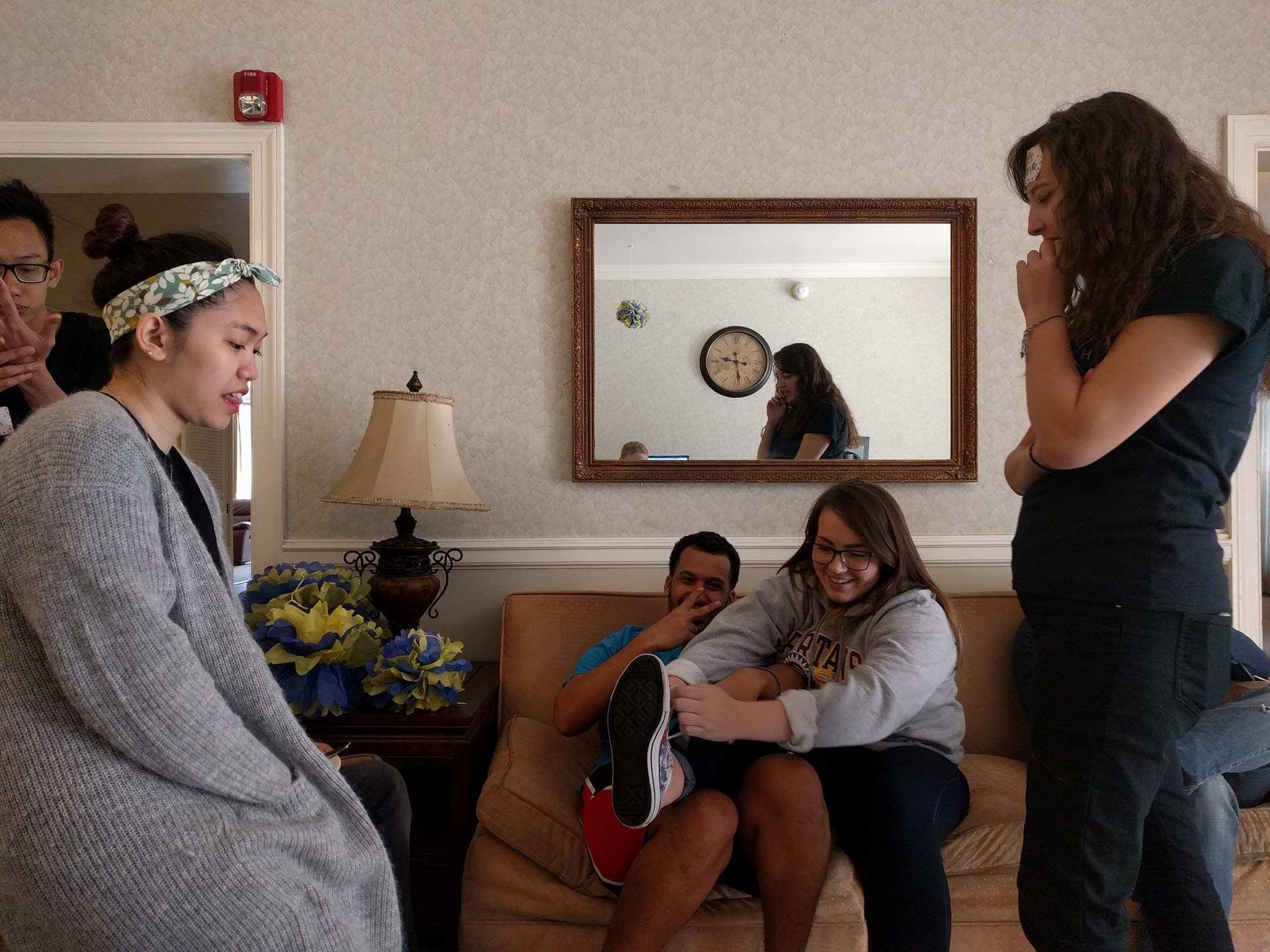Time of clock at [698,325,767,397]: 9:28
